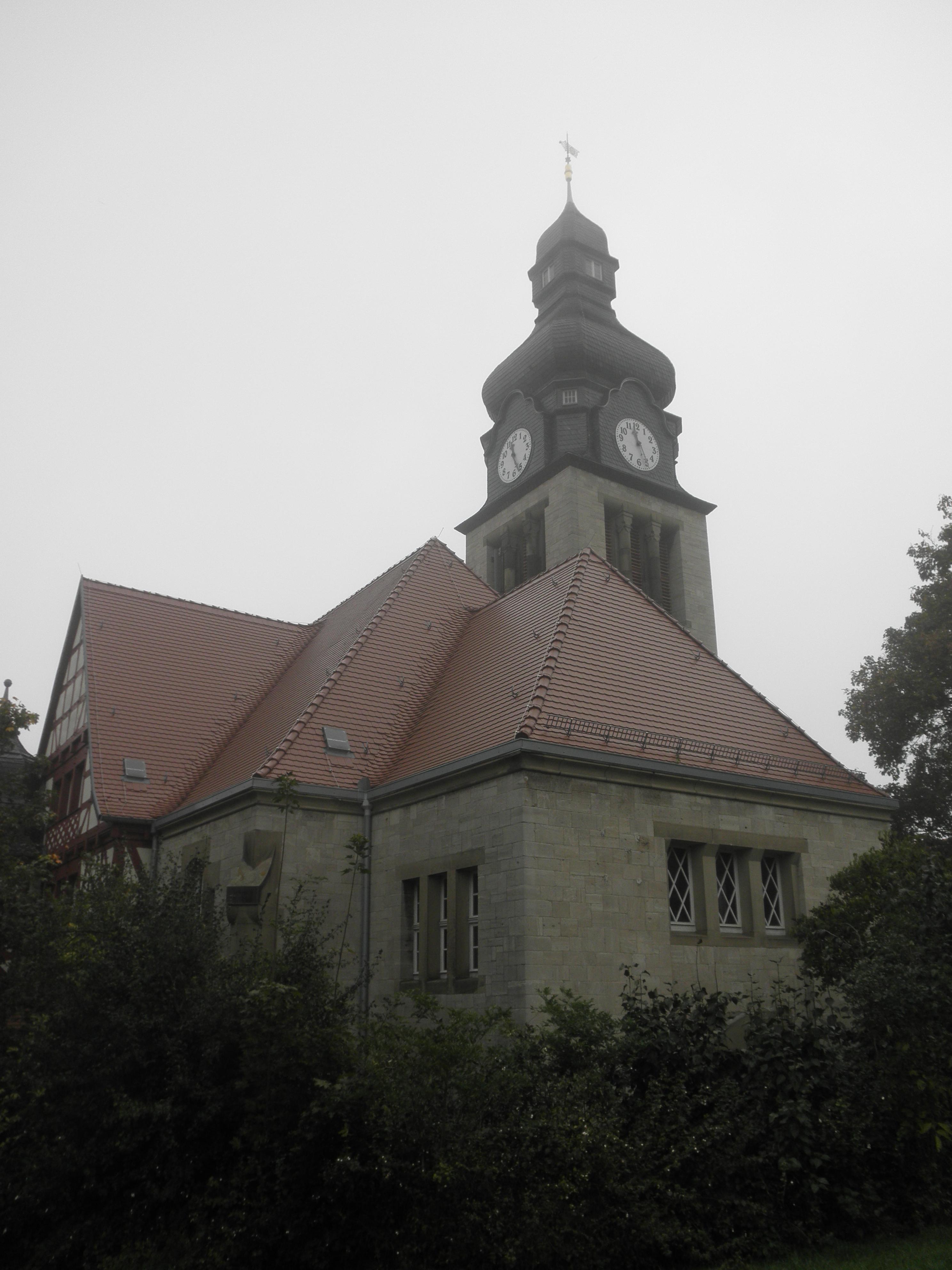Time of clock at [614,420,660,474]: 11:25
